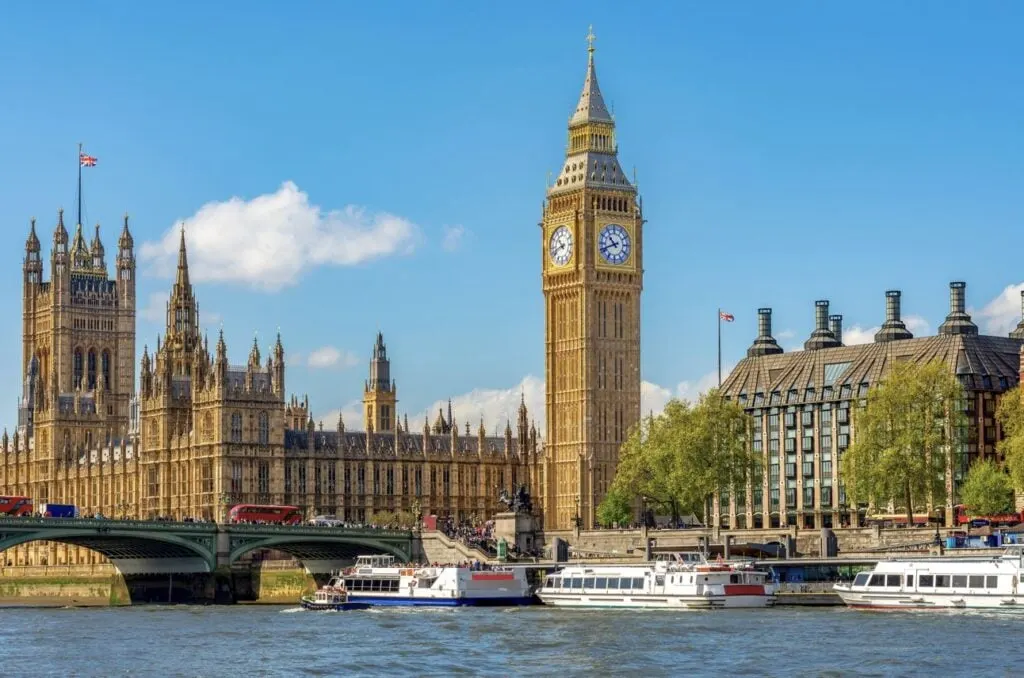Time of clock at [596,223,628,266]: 10:41
